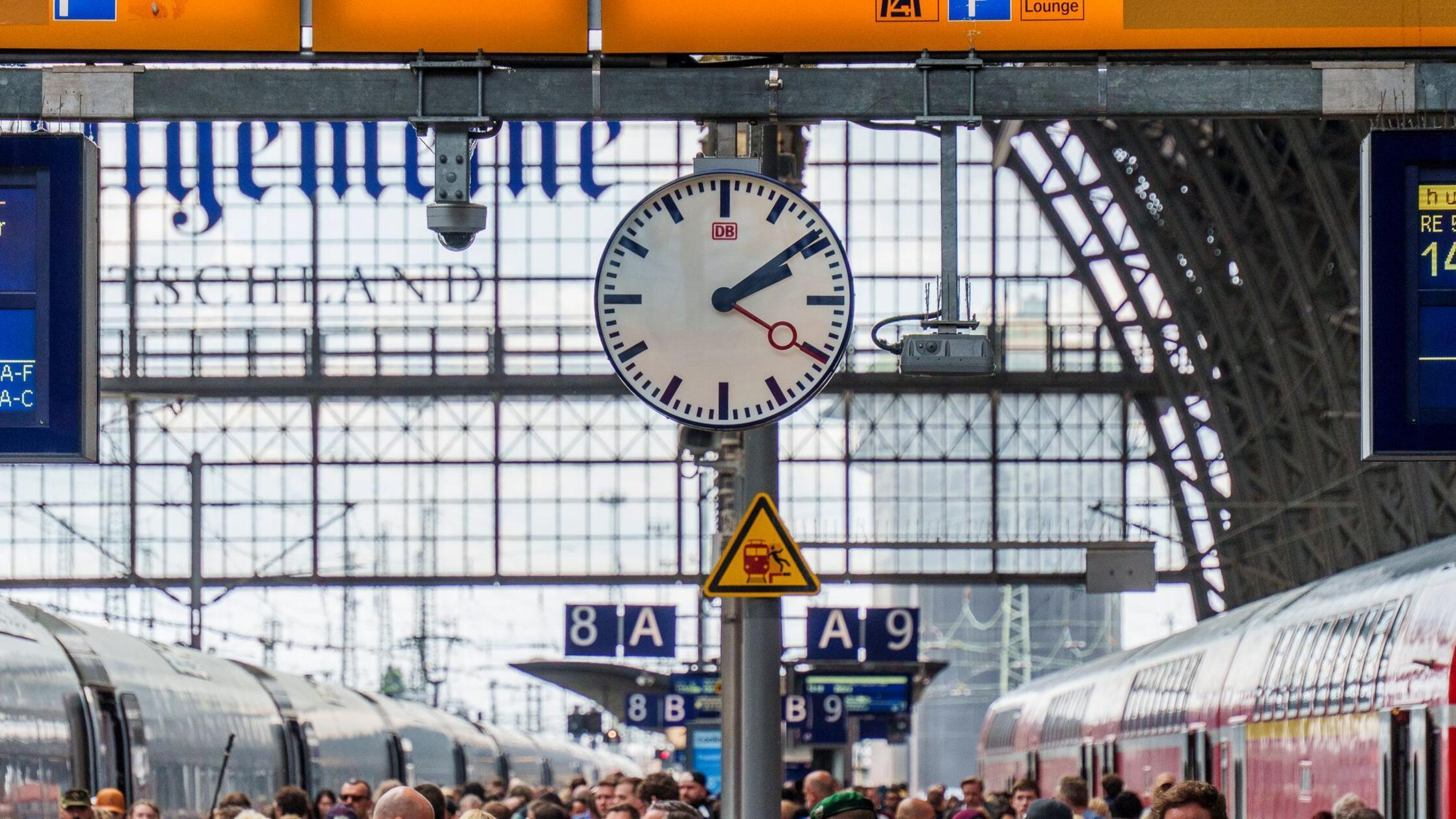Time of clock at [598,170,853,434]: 2:09
